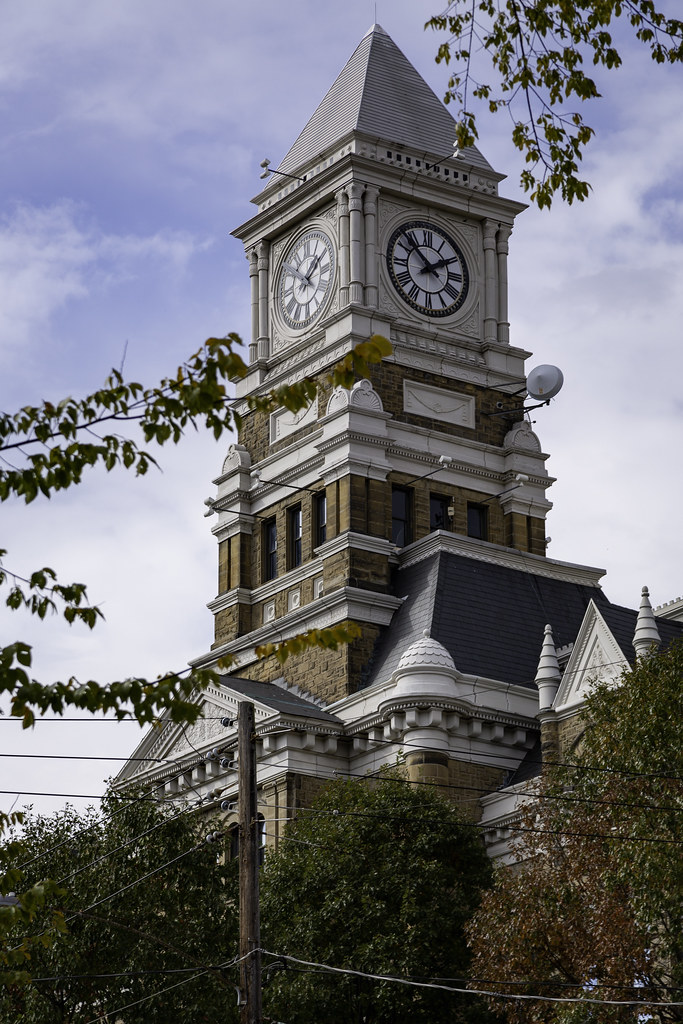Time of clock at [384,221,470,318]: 1:52
